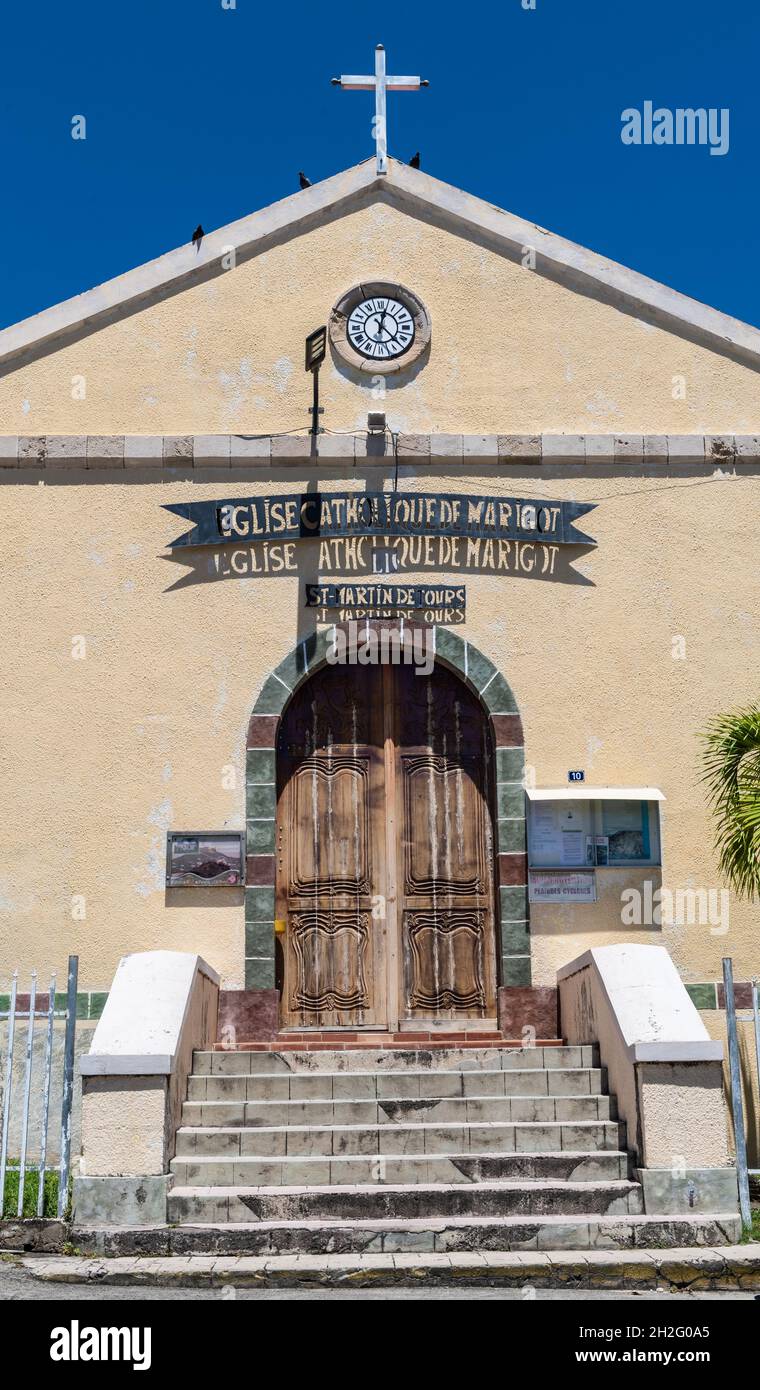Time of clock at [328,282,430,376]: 12:22
